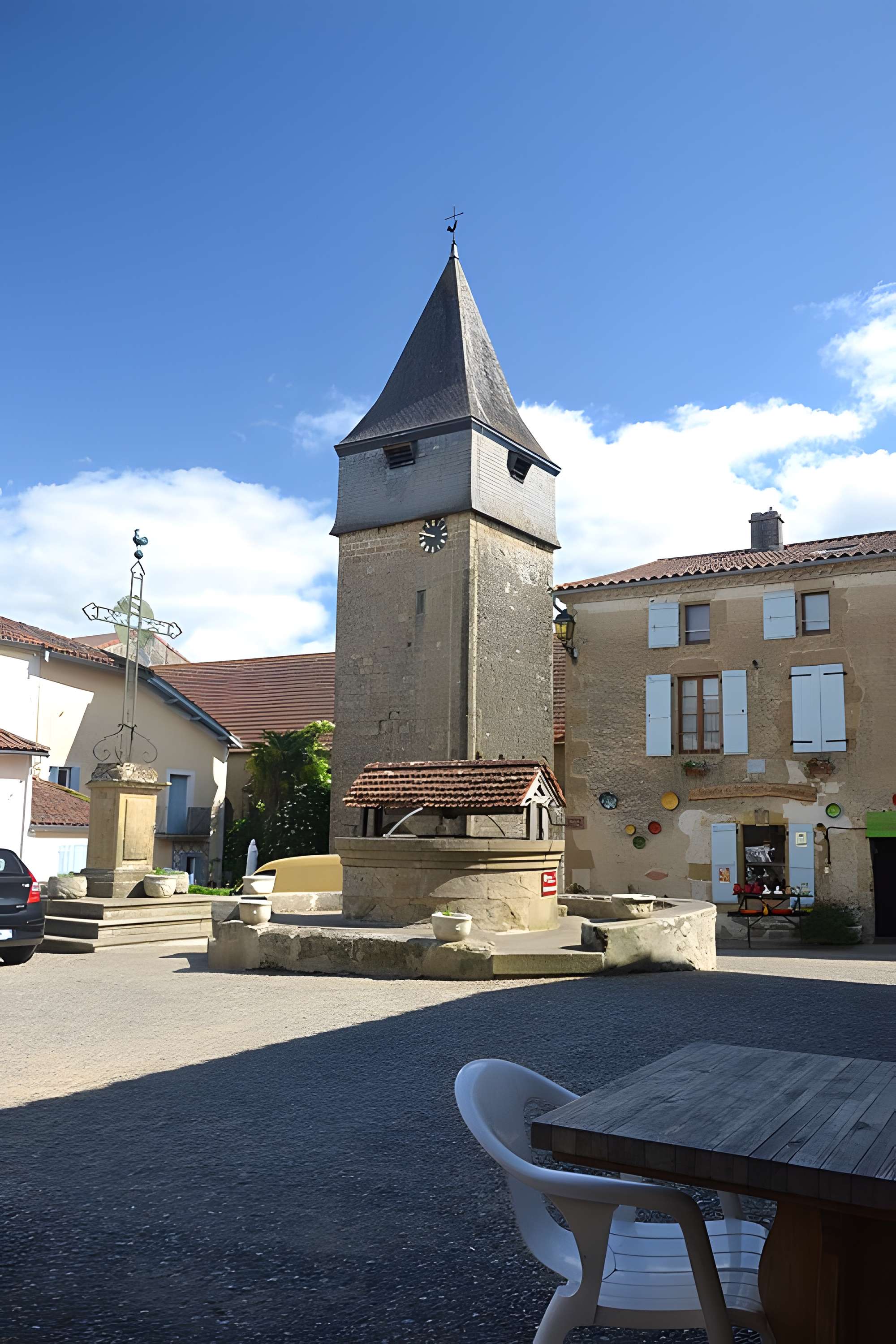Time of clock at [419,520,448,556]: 9:47
